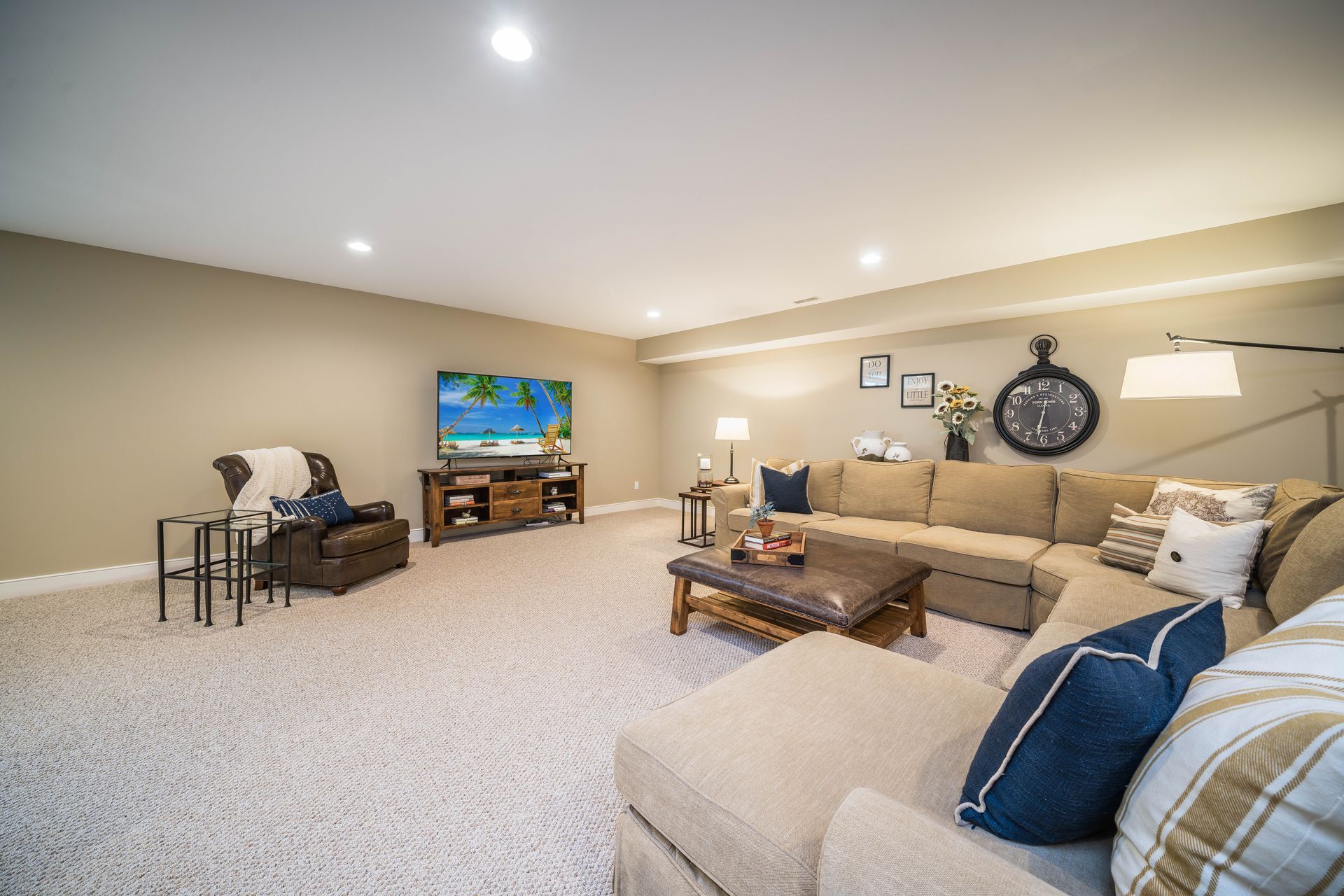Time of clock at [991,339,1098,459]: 6:32
